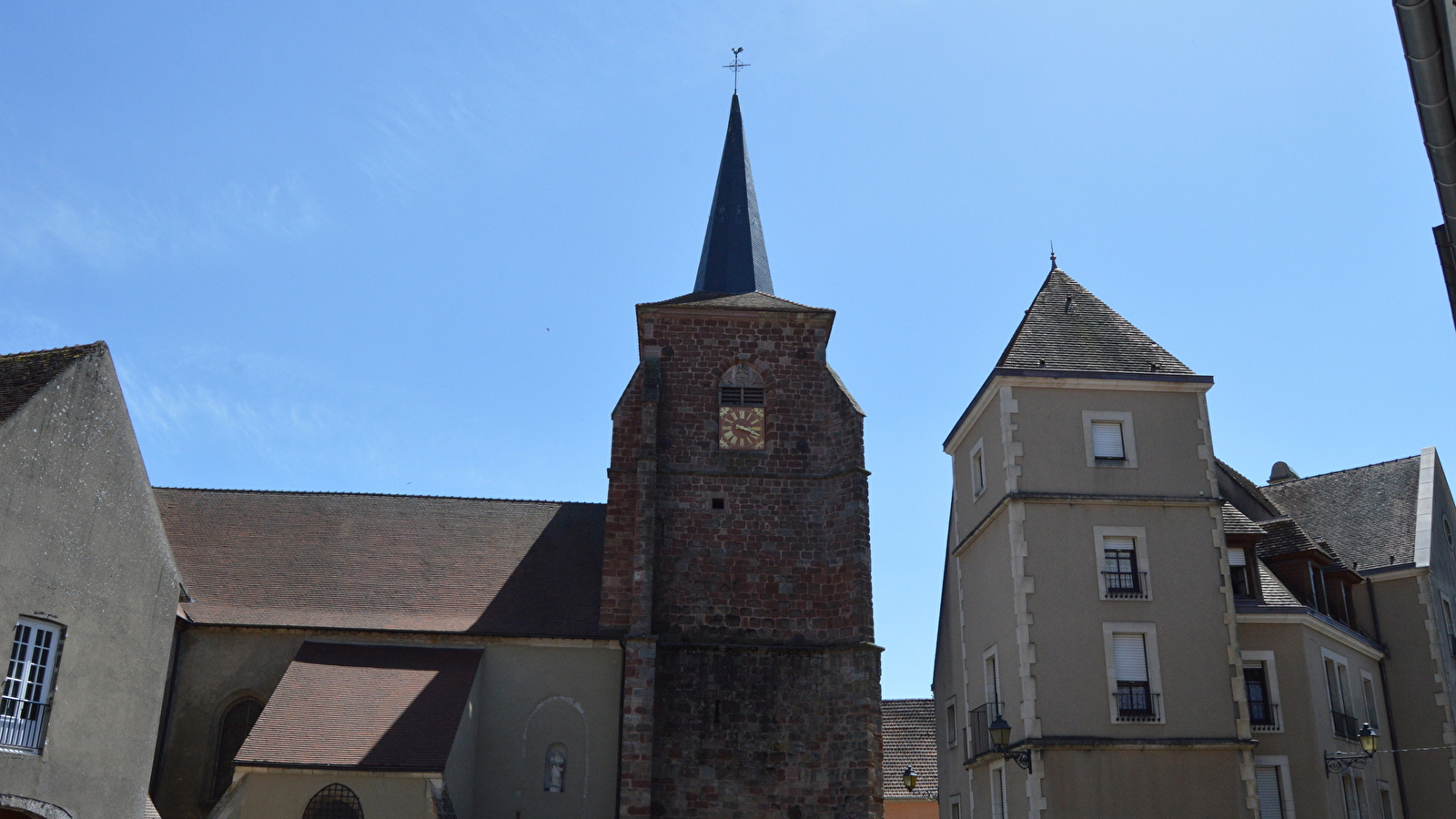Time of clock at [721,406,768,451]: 3:18
